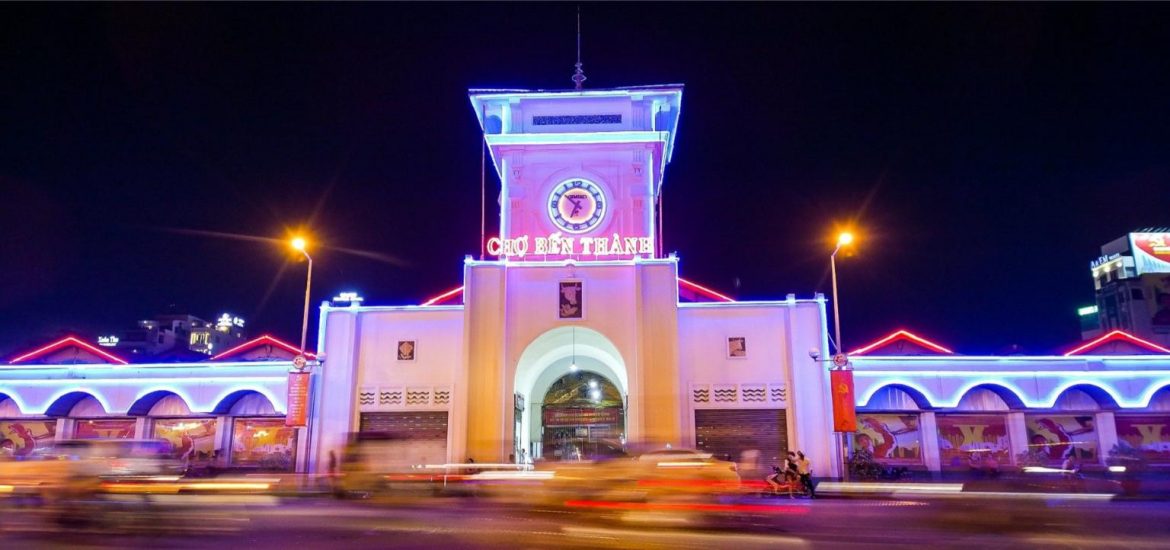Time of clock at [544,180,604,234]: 6:52
